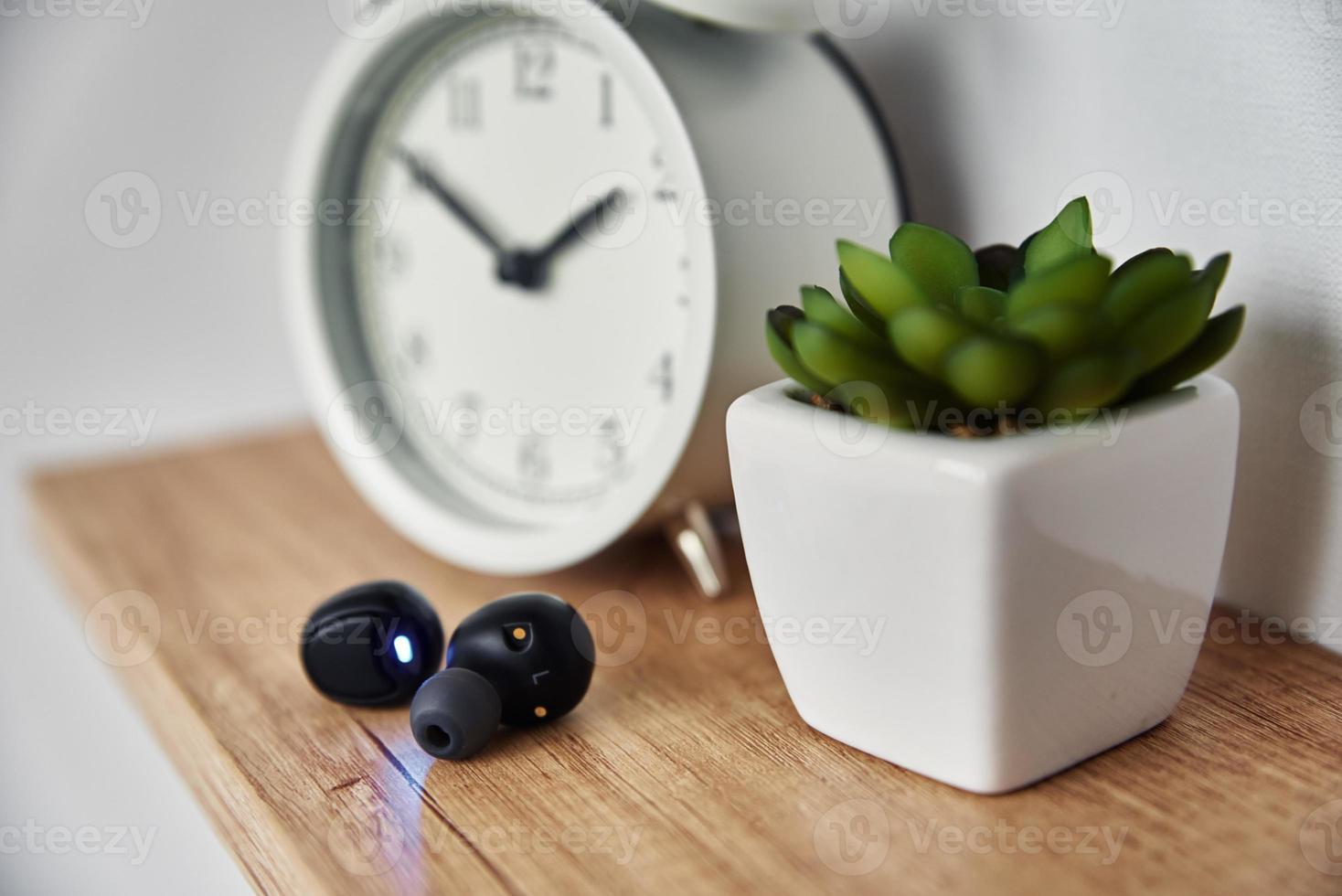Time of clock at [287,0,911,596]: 1:50
